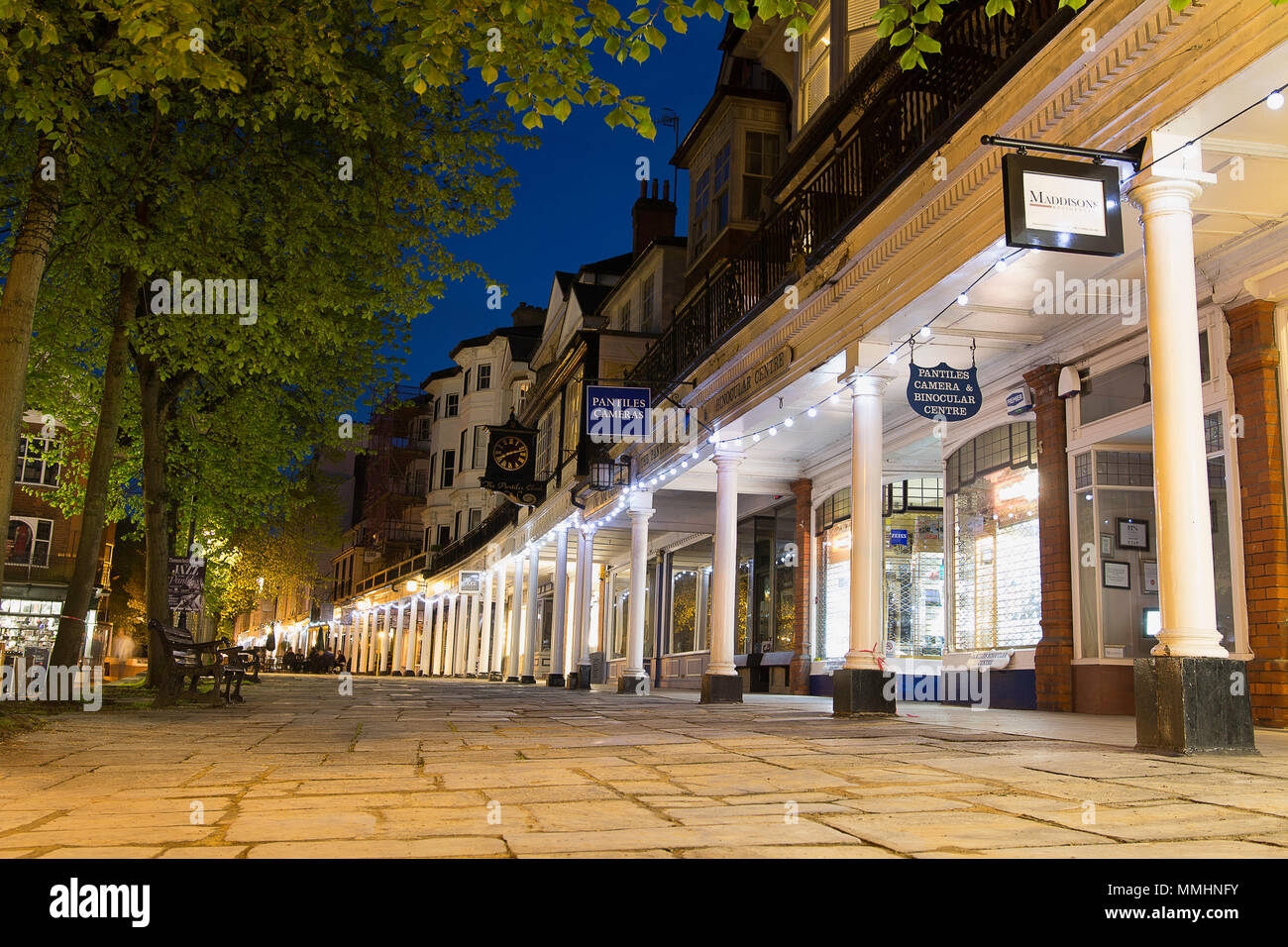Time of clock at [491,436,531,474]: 8:12
